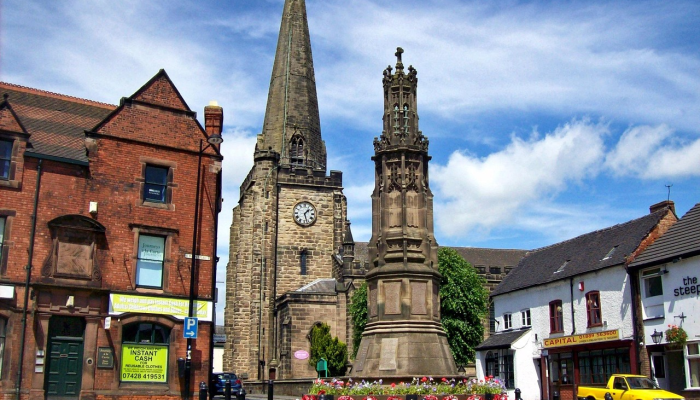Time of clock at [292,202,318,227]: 1:27
